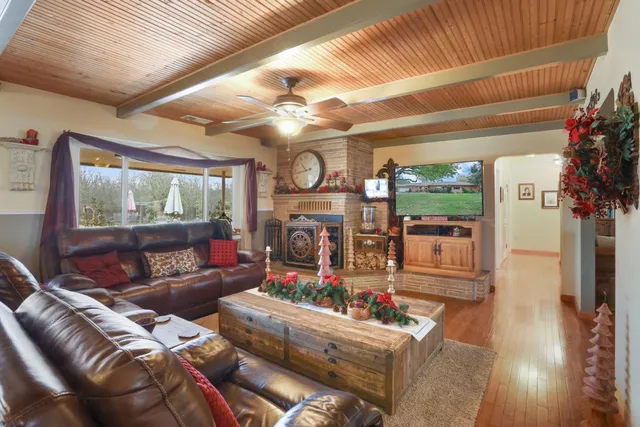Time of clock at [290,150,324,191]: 10:42
